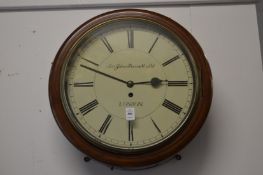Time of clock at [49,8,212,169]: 2:48
